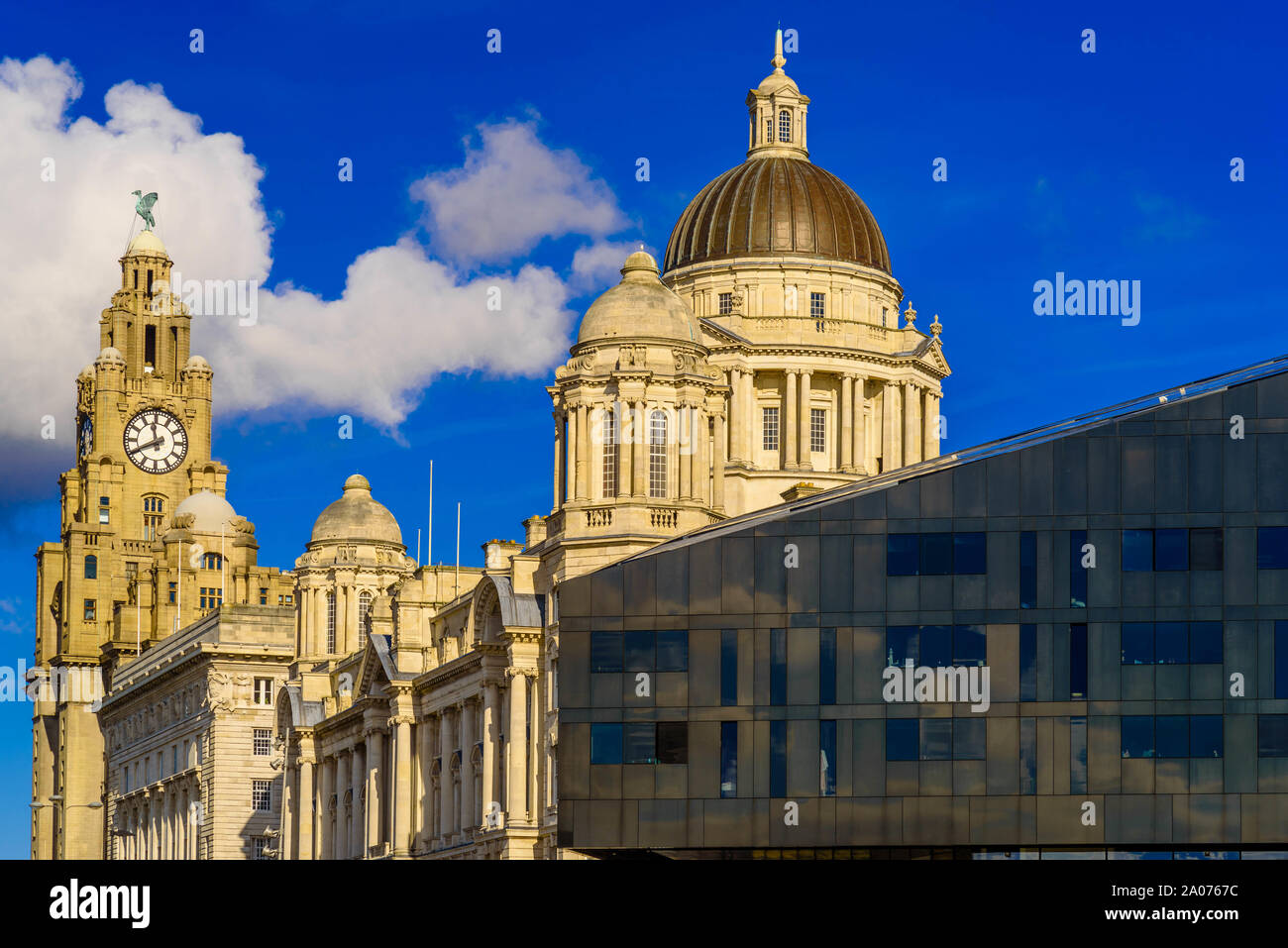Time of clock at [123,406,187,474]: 11:40
